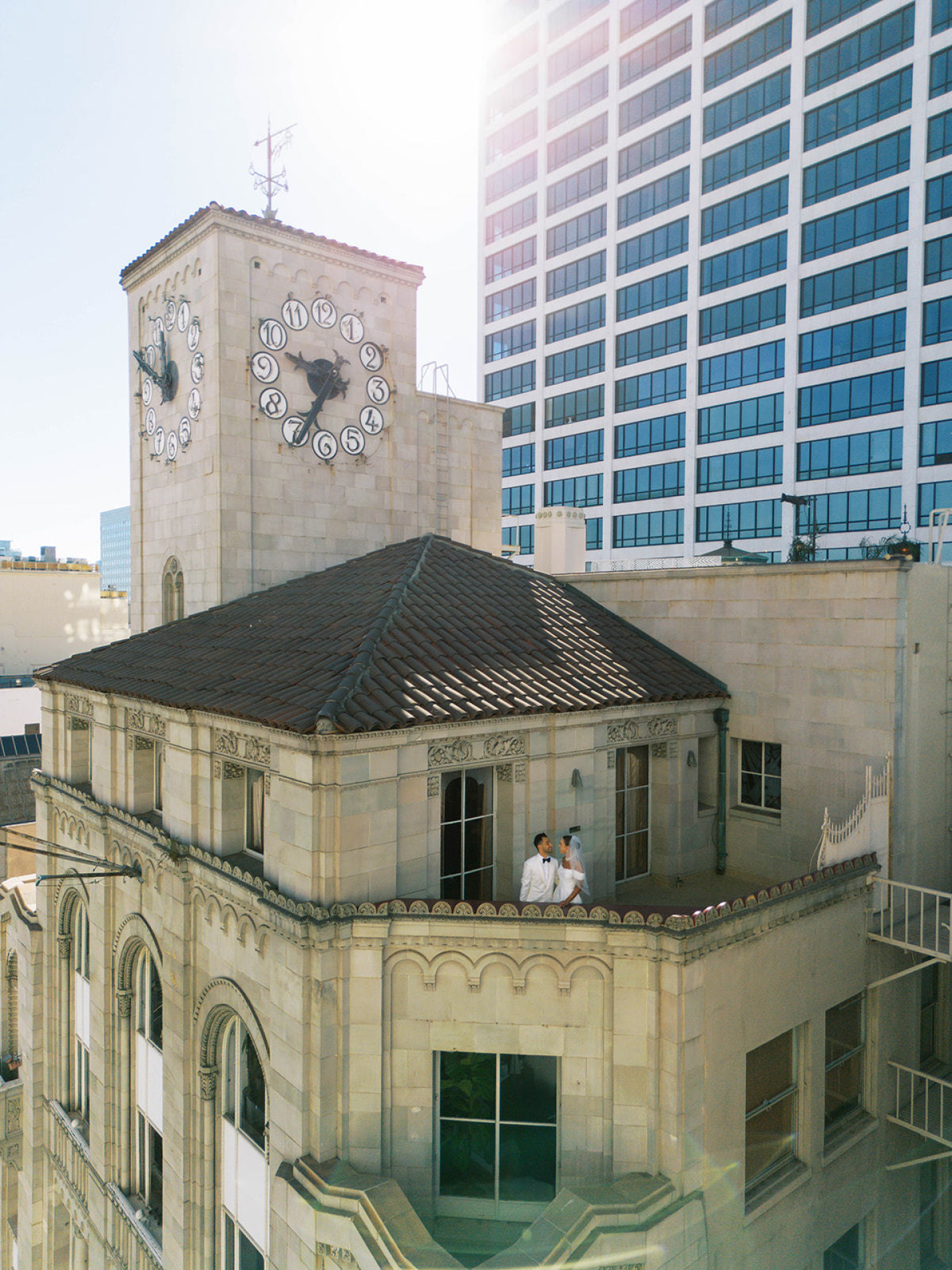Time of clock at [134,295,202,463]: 11:49
